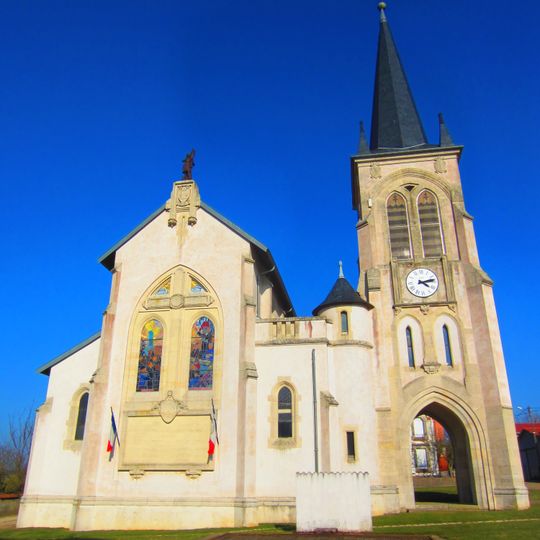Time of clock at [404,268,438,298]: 4:12
